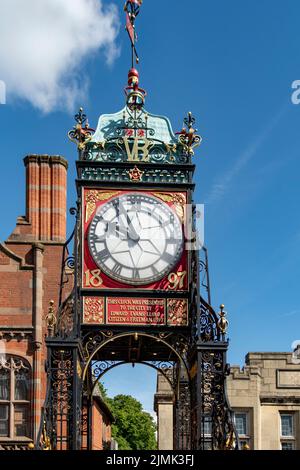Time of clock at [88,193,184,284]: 9:56
